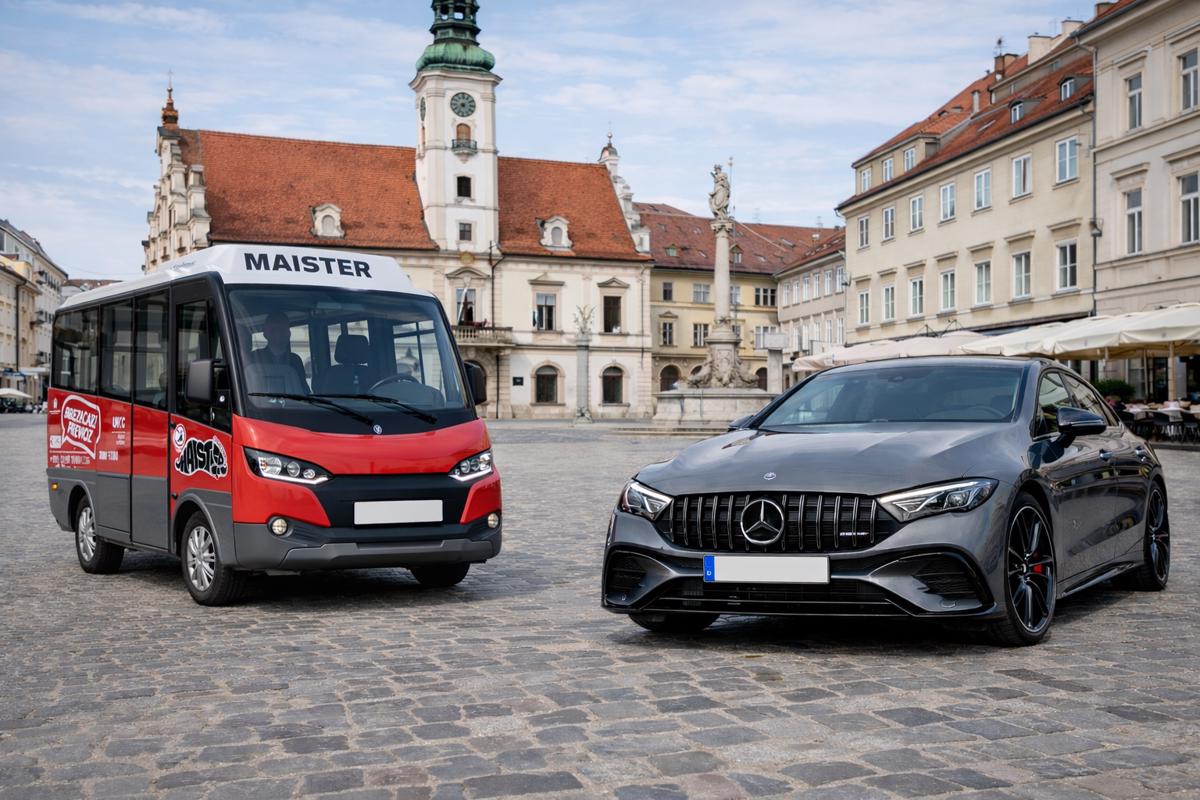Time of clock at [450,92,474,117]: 8:36
